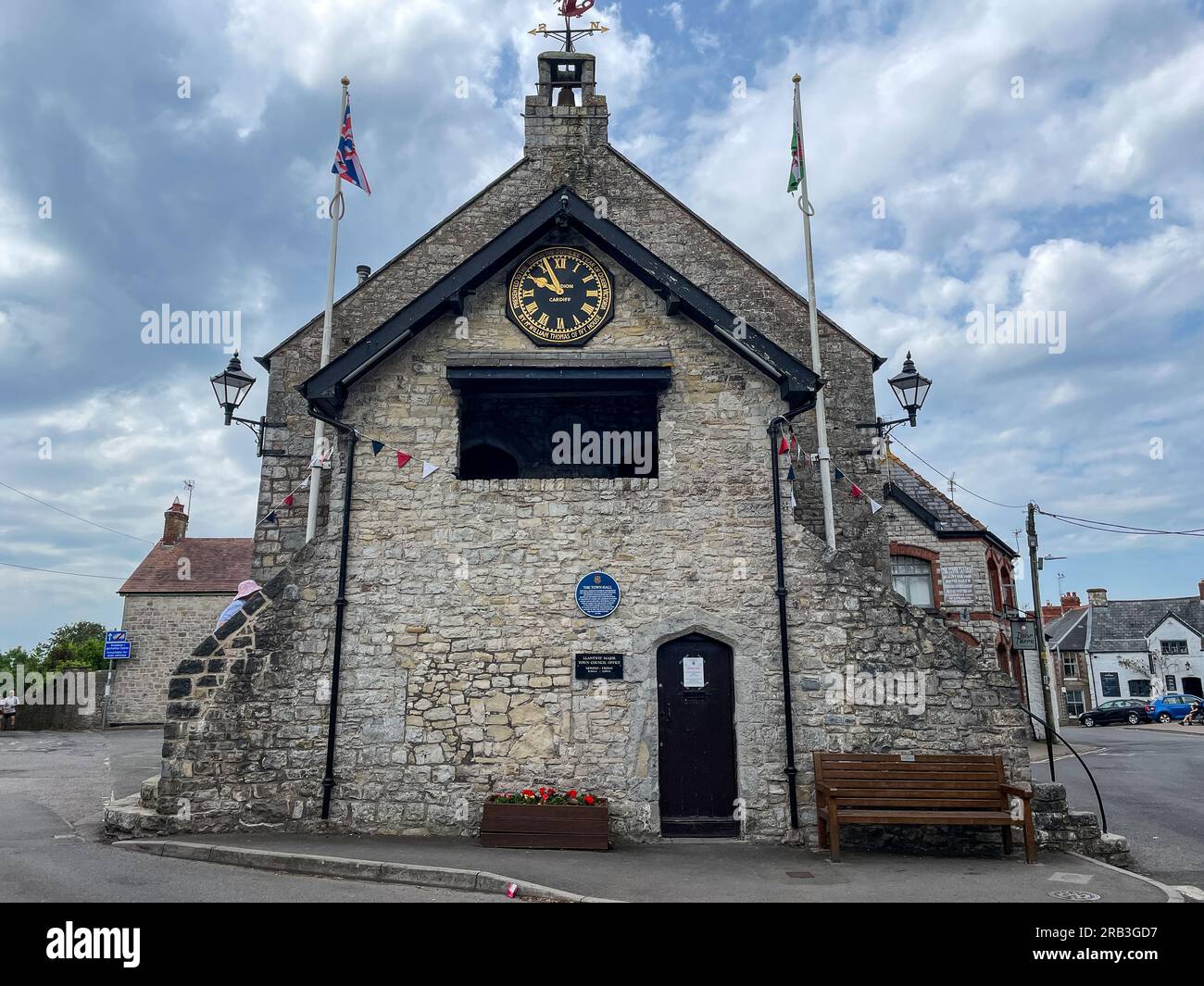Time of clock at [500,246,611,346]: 9:55
